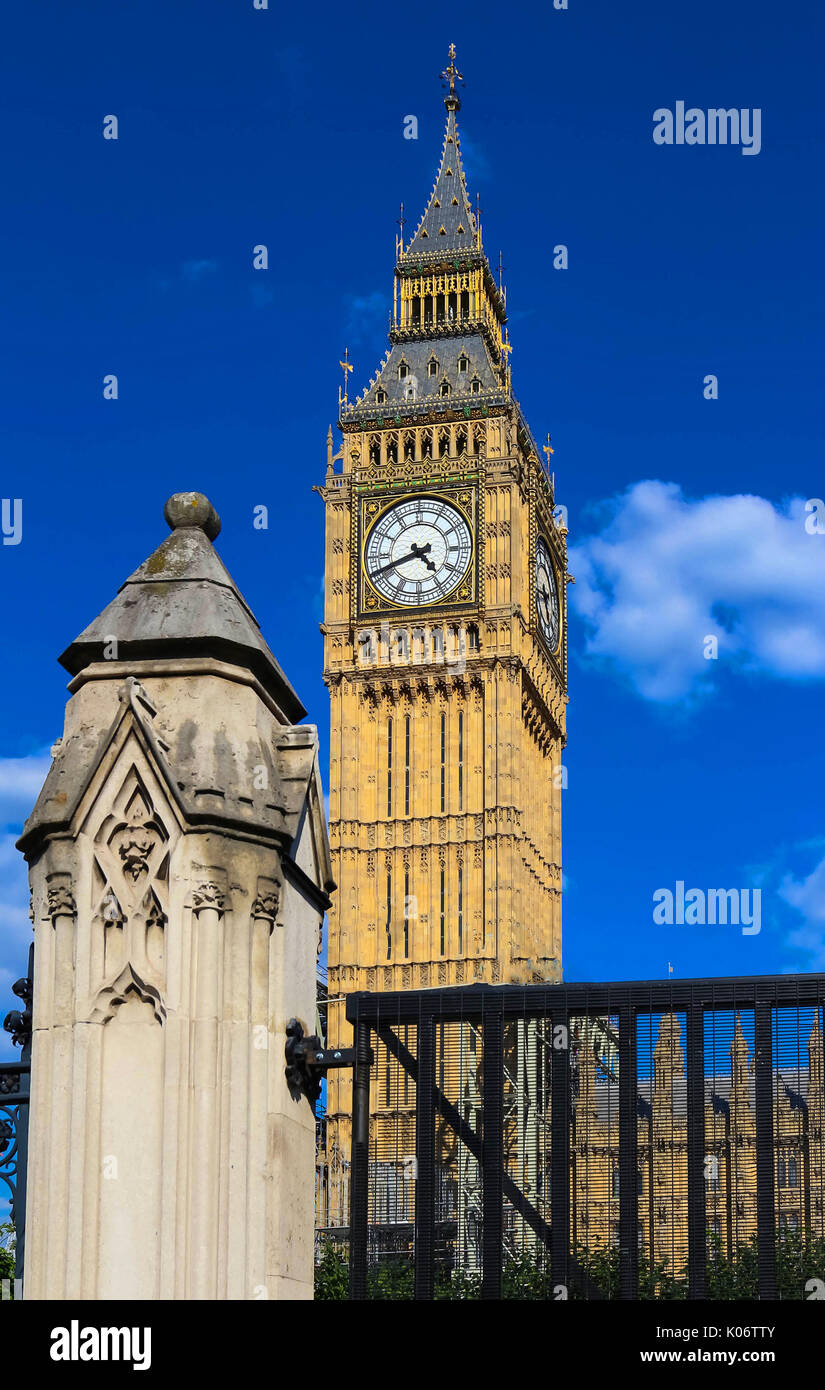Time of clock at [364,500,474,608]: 4:41
